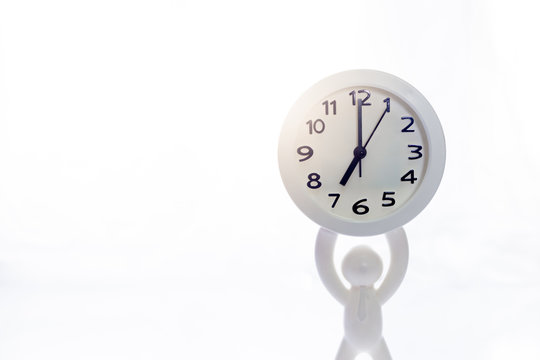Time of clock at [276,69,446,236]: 7:00
